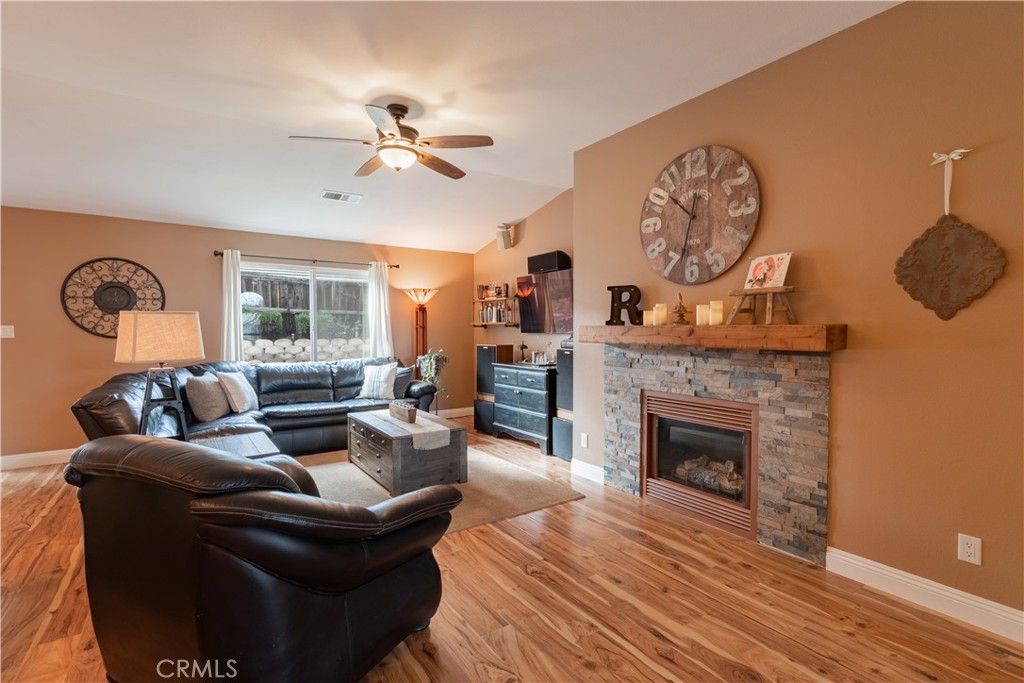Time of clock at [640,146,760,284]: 10:32
